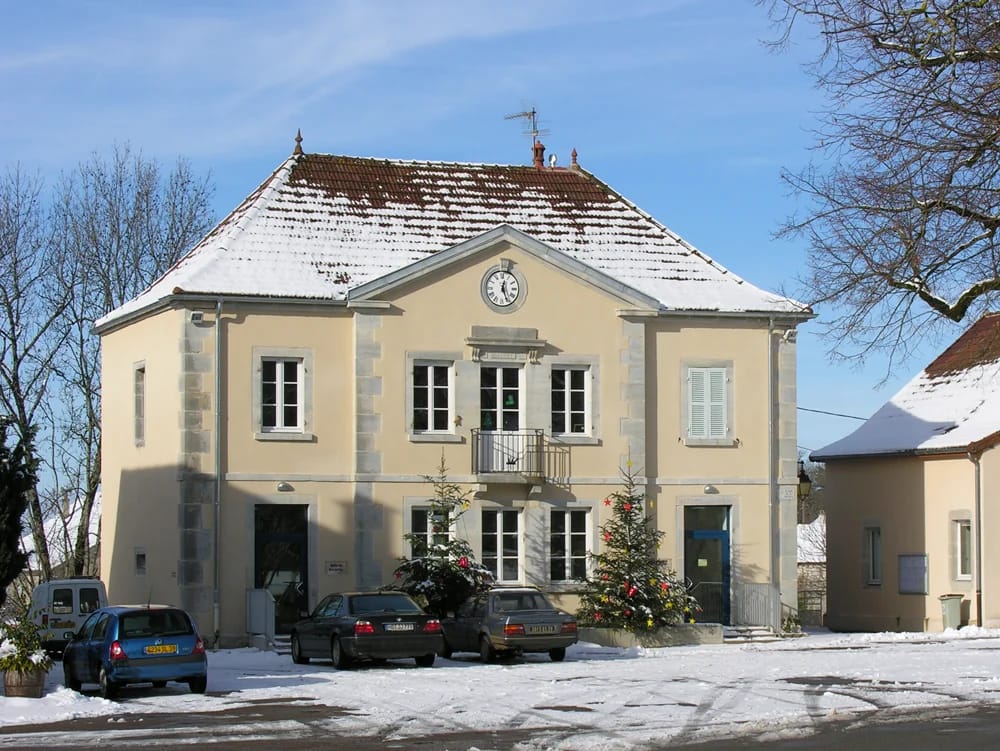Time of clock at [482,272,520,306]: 12:26
